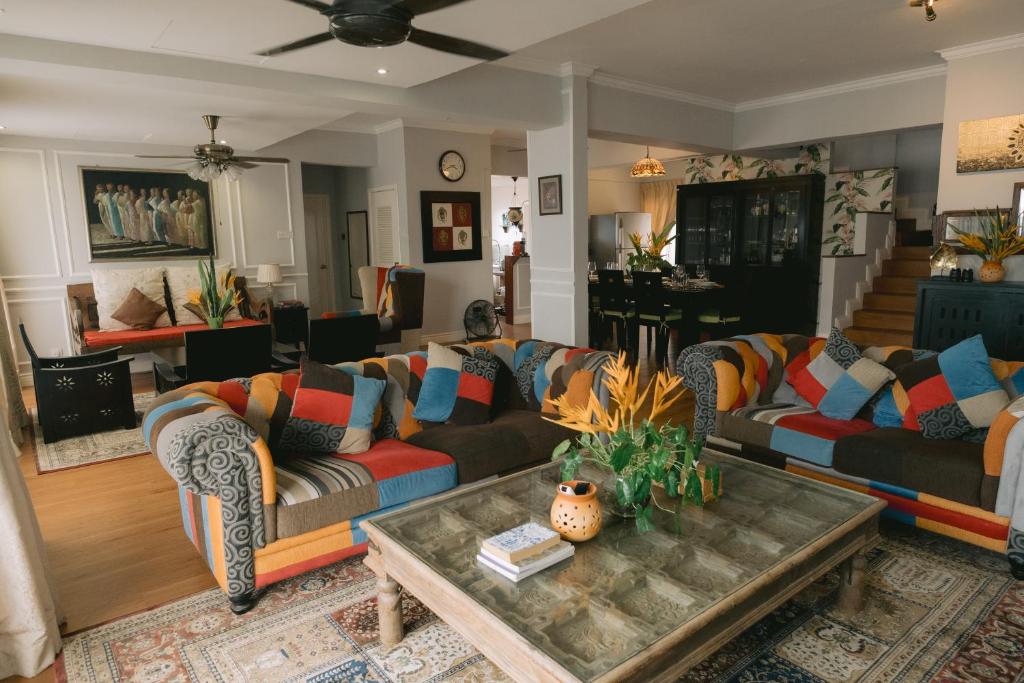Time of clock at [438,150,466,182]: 3:41
